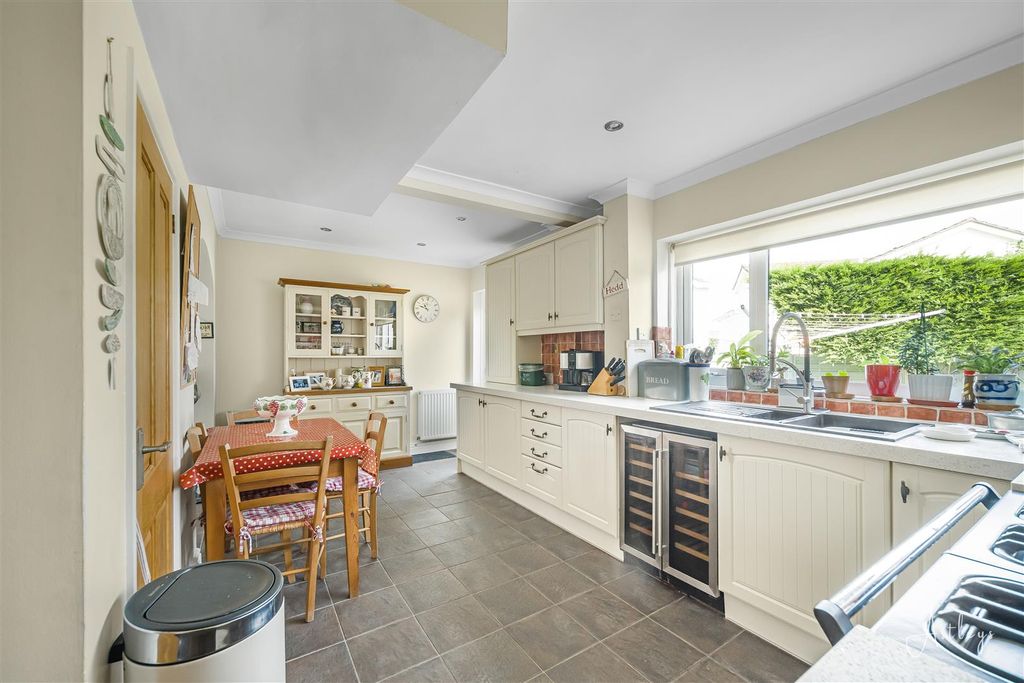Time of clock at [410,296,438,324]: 10:47
